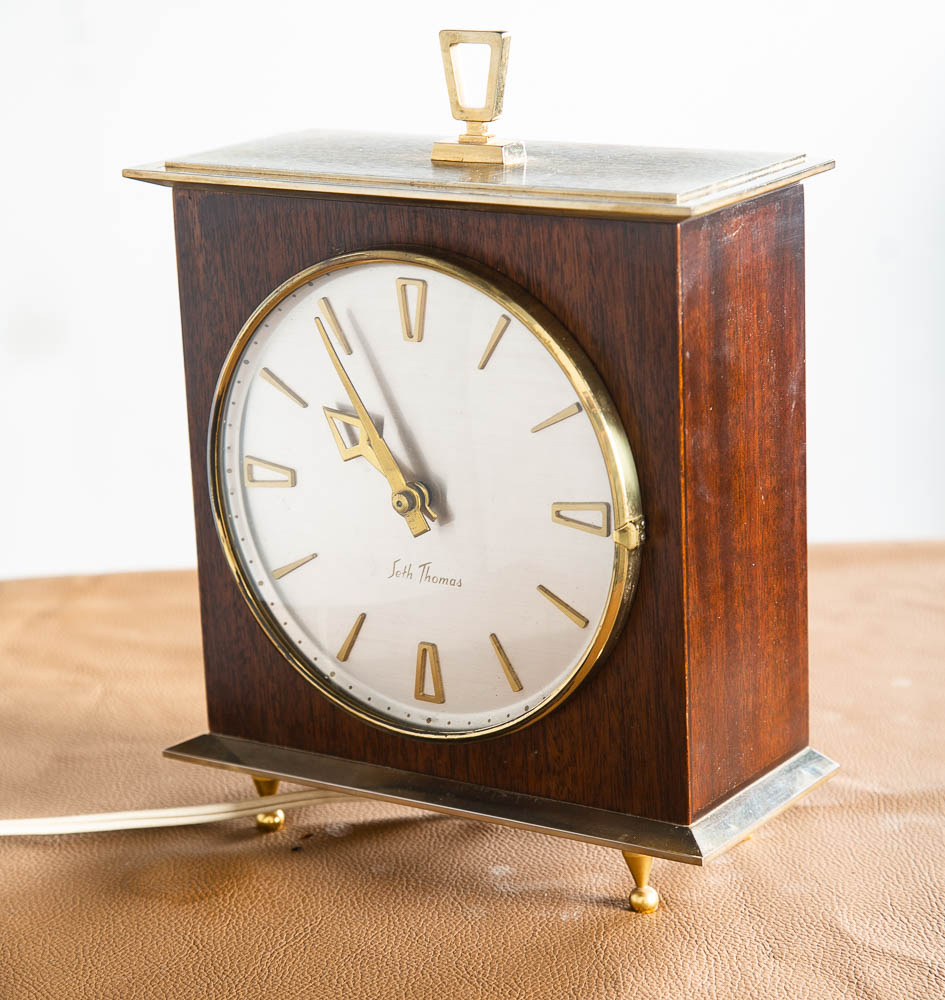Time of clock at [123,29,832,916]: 9:54
